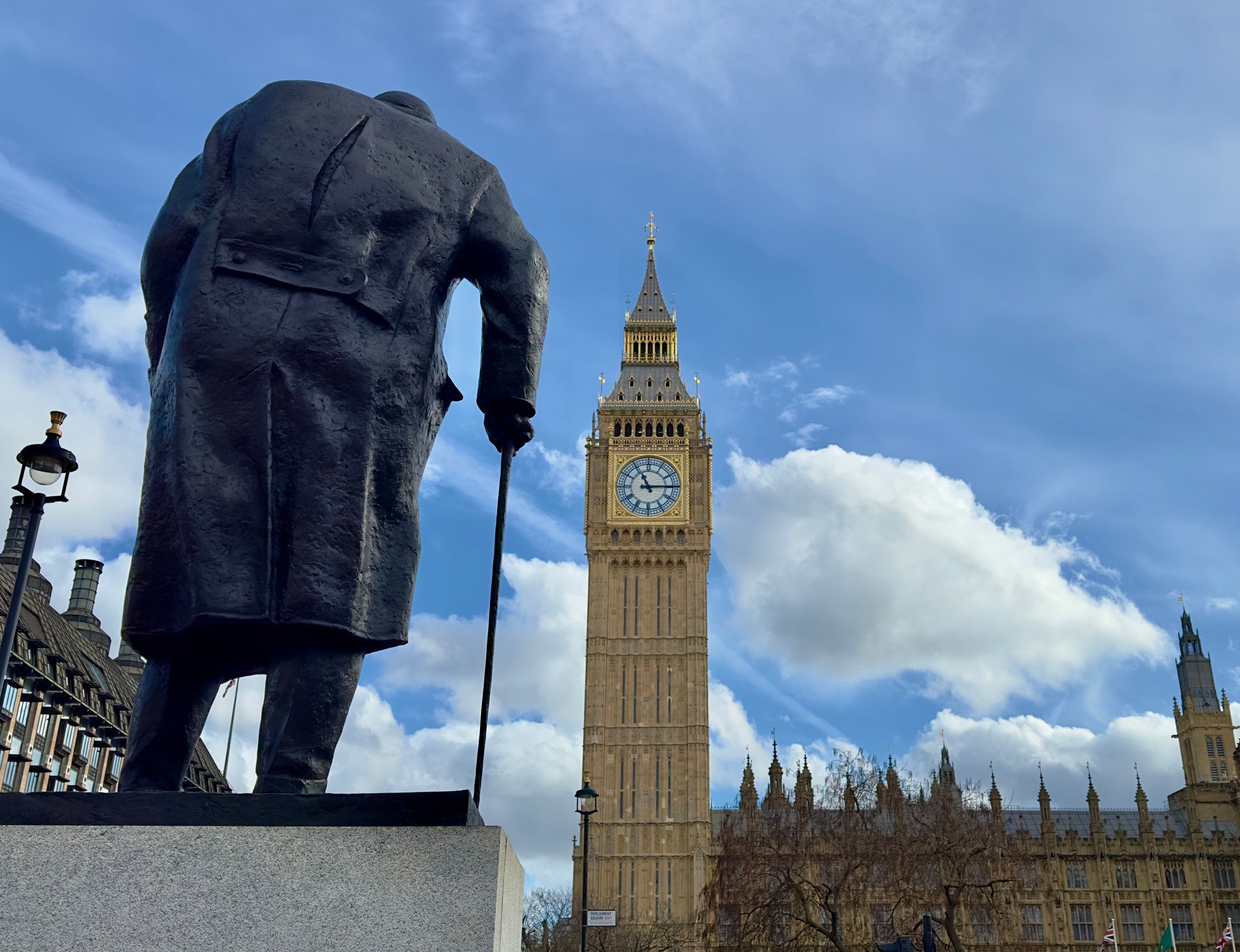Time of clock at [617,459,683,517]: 11:14
